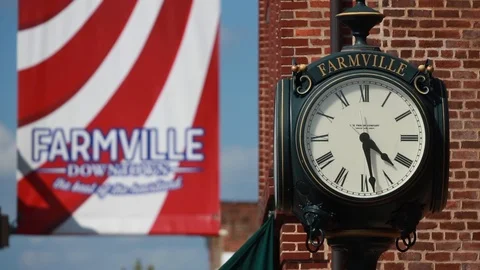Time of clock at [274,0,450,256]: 4:28
